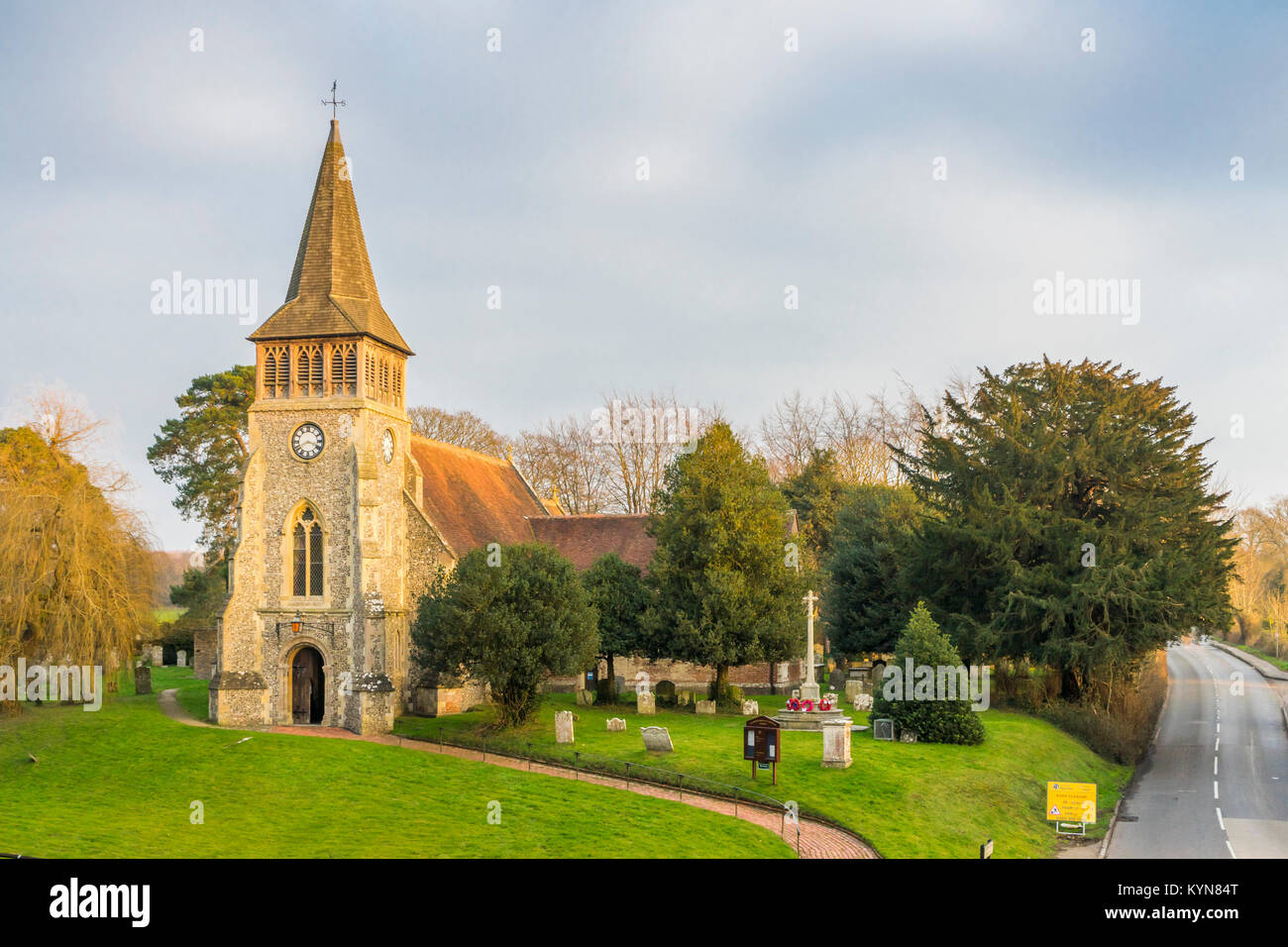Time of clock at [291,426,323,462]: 3:40
